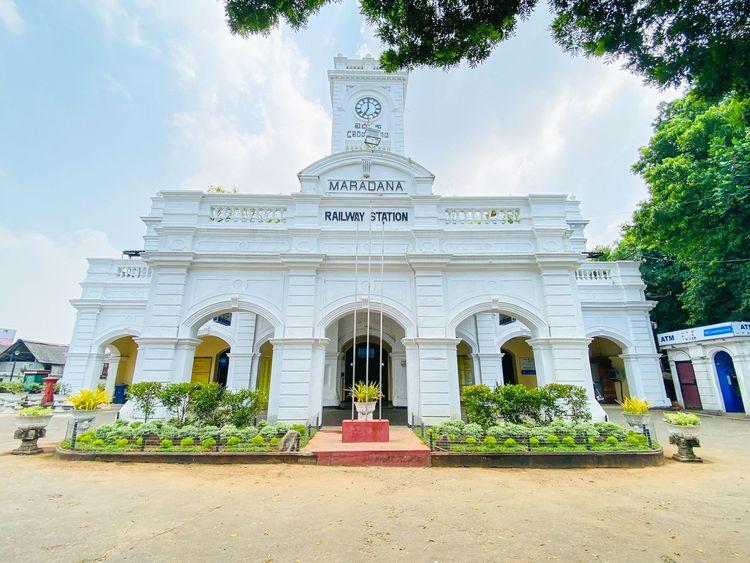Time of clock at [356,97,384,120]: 6:59
